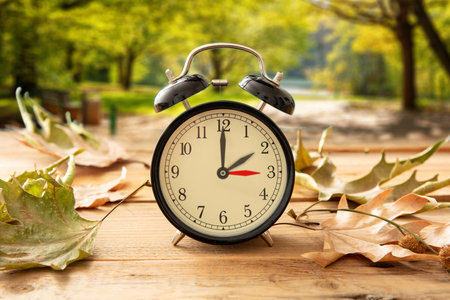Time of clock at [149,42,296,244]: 2:00
